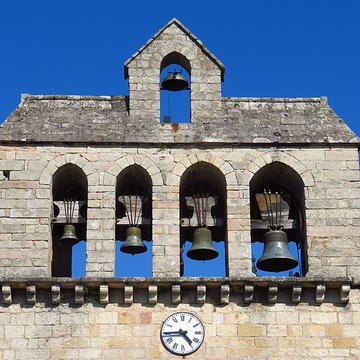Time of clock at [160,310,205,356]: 4:44
